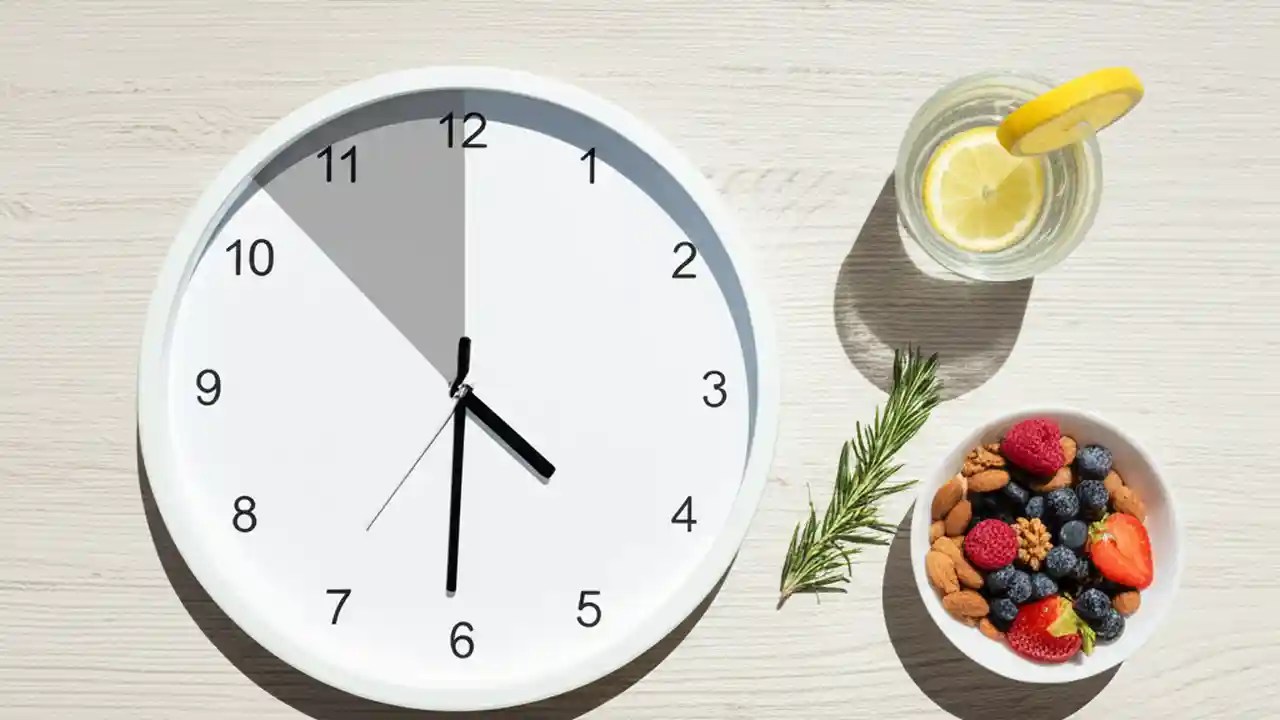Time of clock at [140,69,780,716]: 4:30
